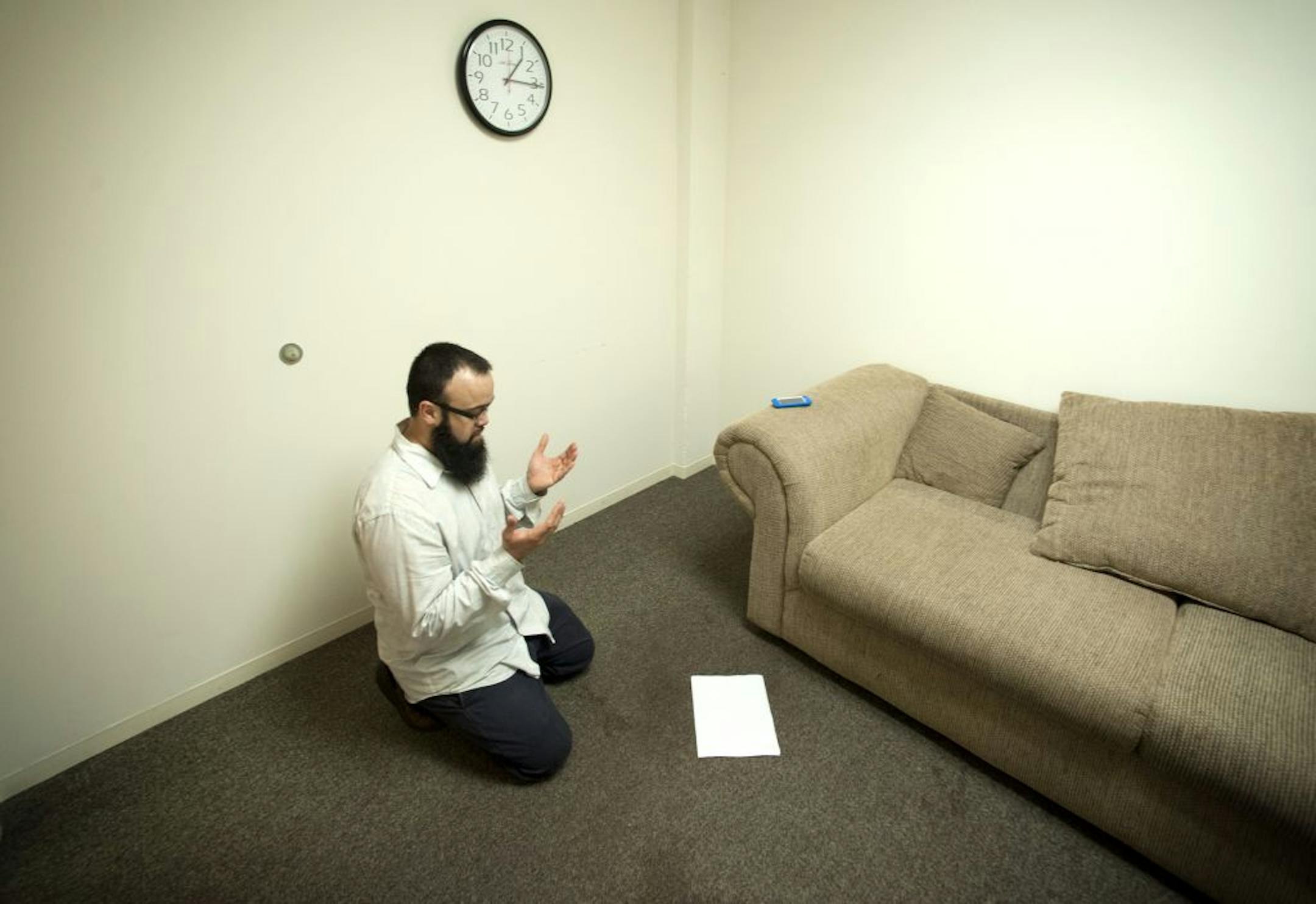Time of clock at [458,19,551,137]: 1:15
